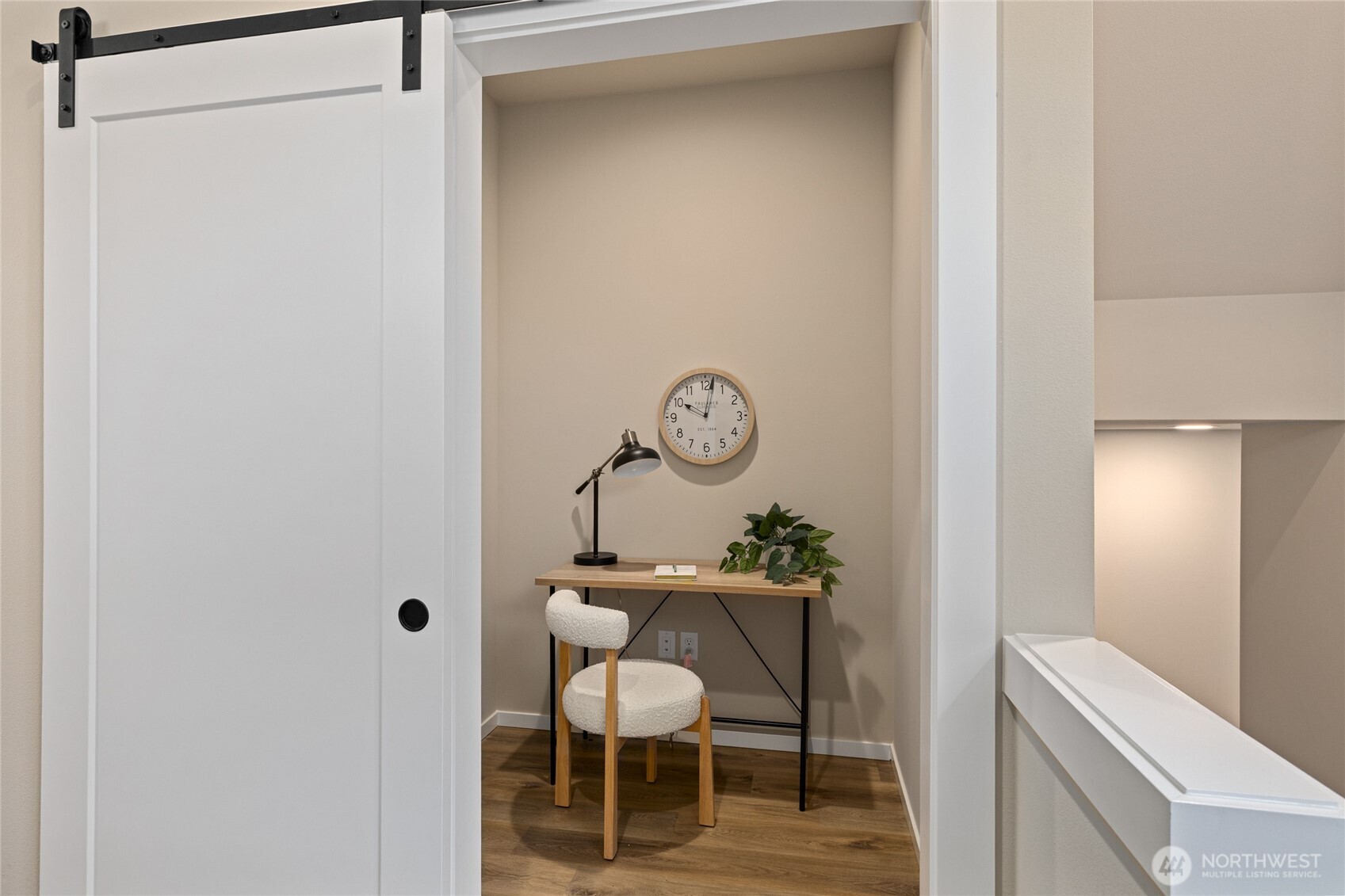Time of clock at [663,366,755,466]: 10:02
